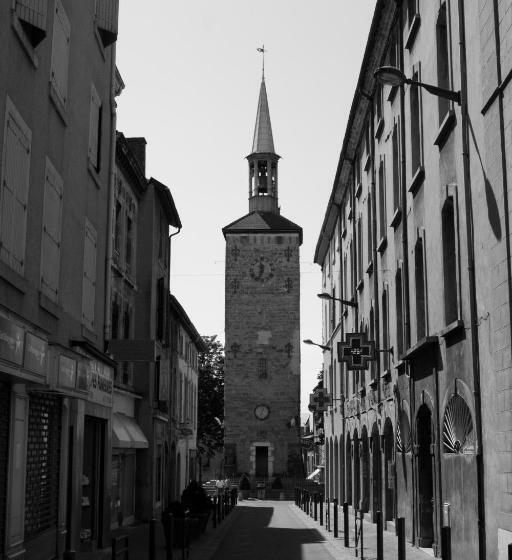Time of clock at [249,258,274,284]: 11:33
